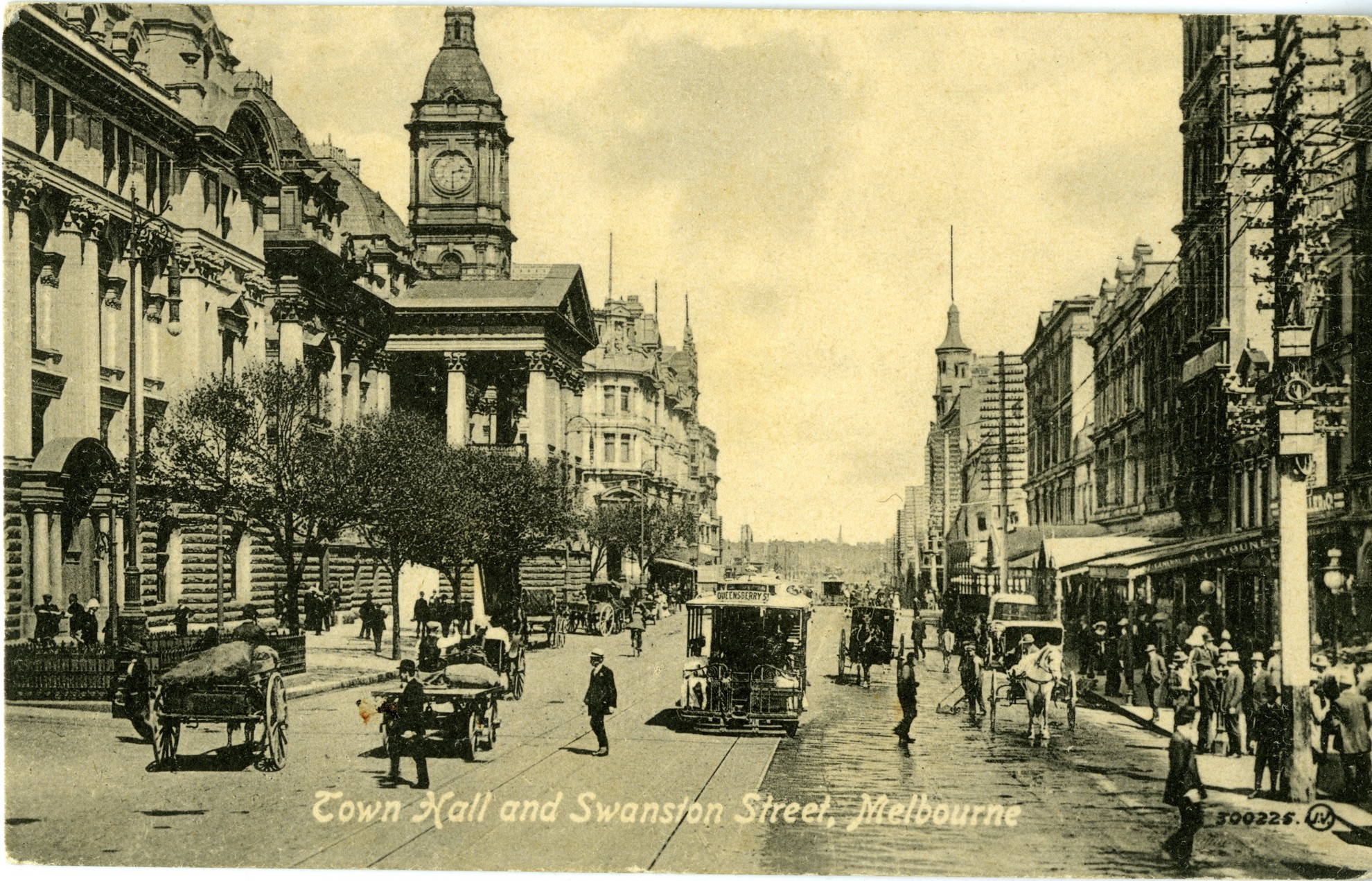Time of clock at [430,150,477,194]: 2:29
